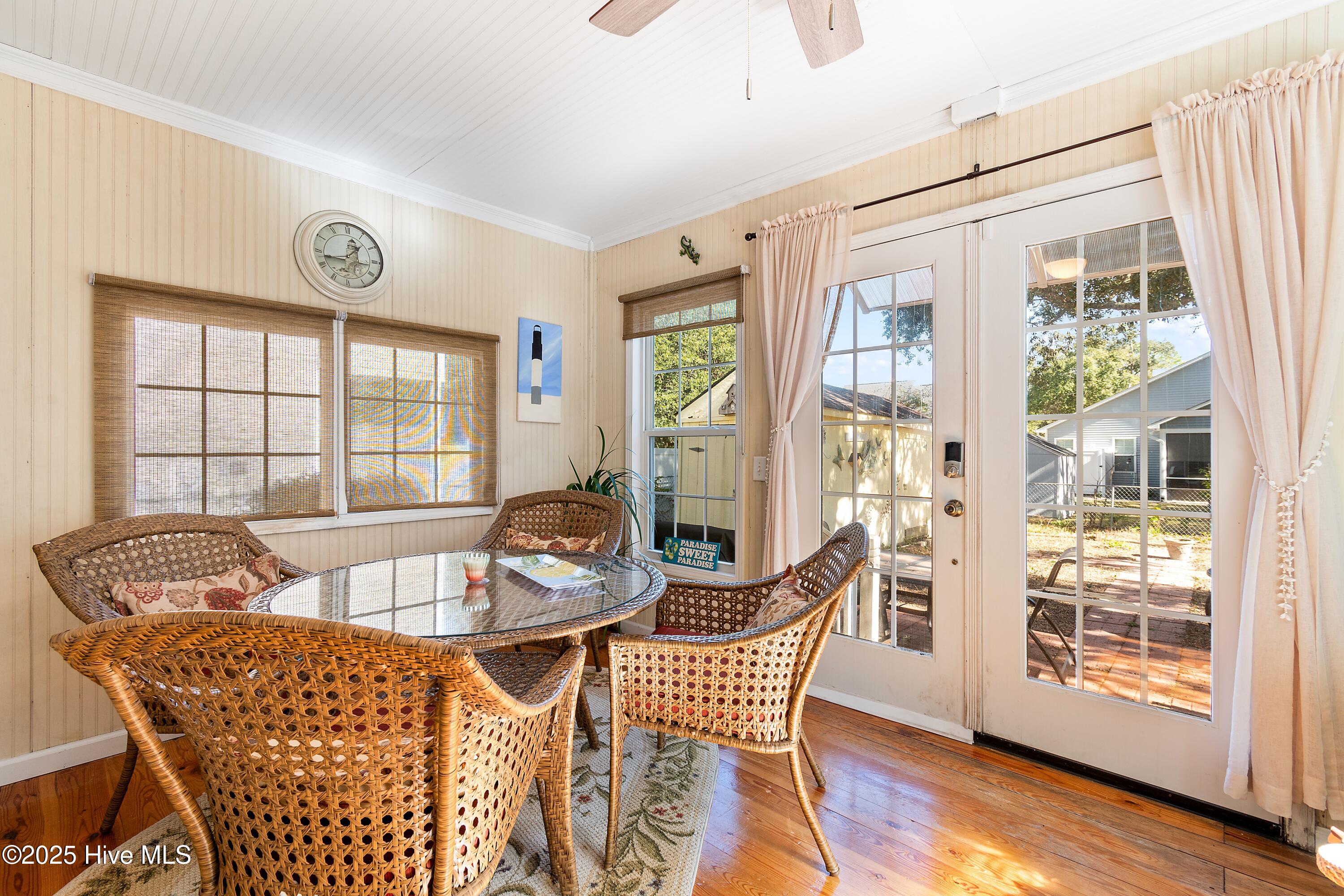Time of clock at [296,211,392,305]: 1:43
